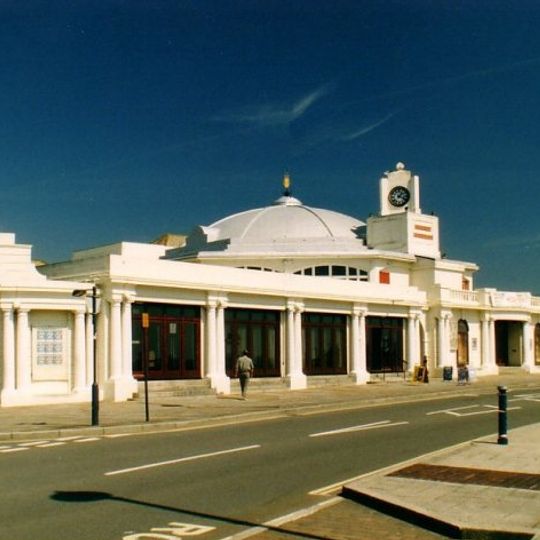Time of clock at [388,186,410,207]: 1:18
